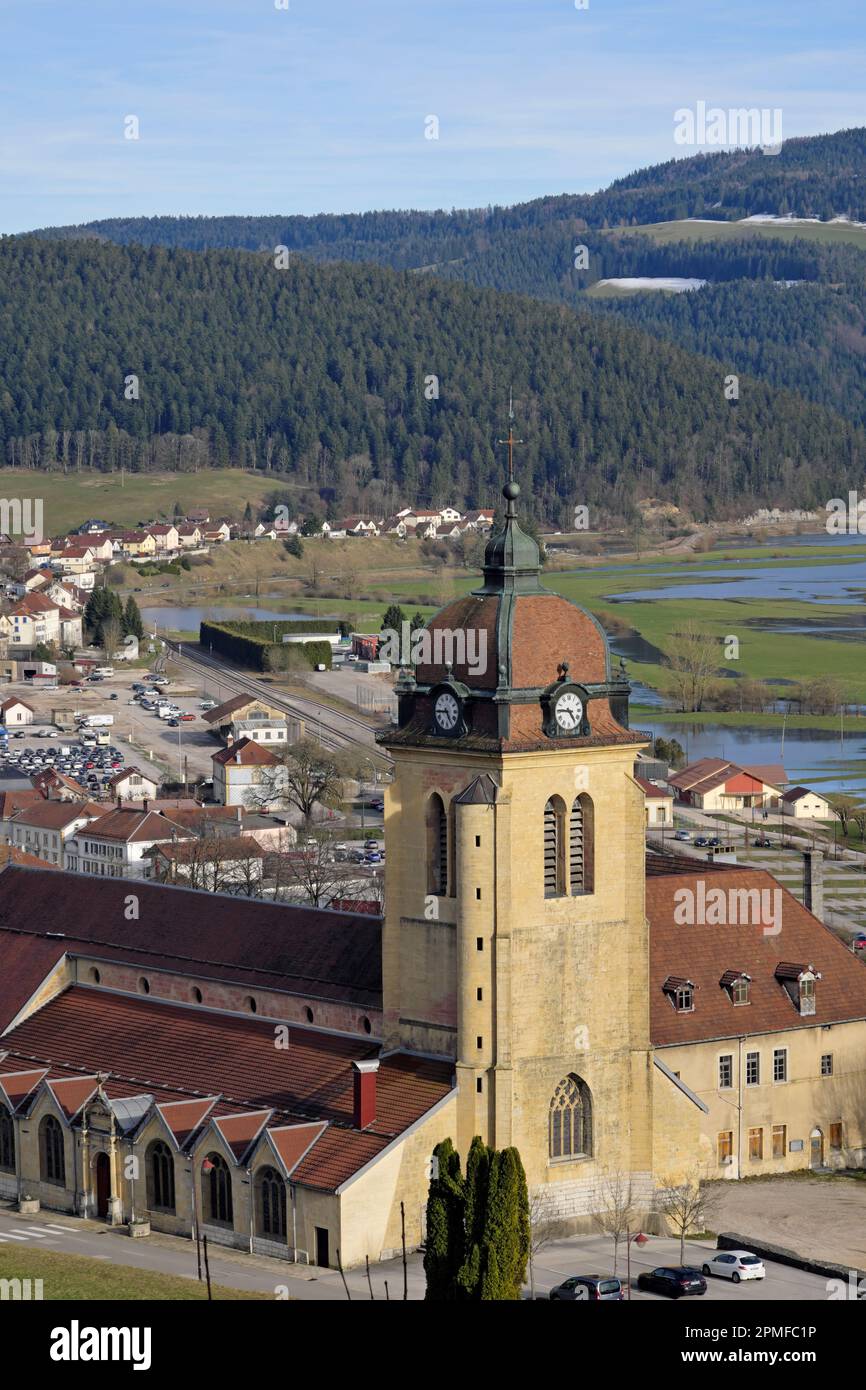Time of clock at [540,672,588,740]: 4:45
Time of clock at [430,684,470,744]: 4:44
